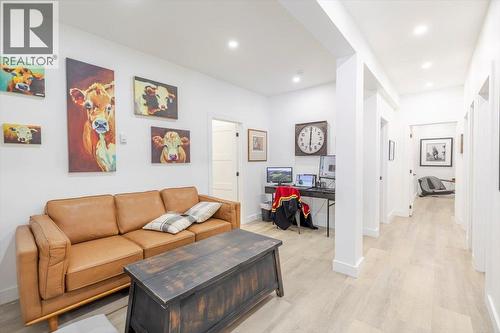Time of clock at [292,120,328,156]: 6:00
